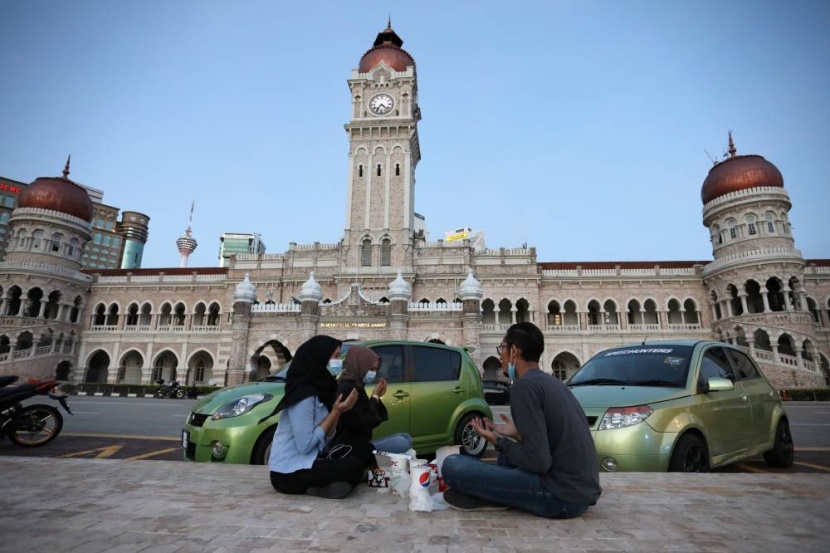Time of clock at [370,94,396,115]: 7:22
